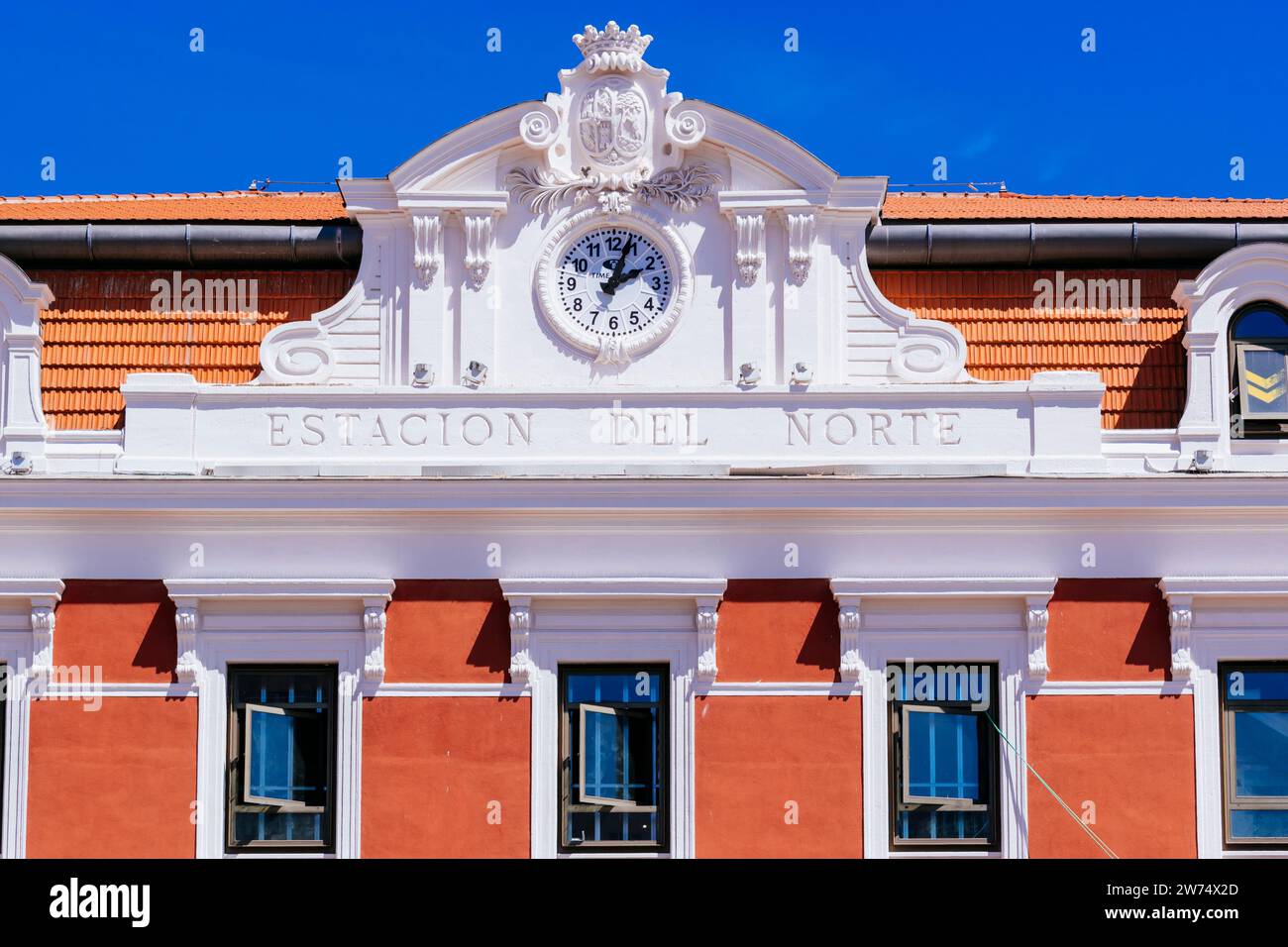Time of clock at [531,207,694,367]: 2:03
